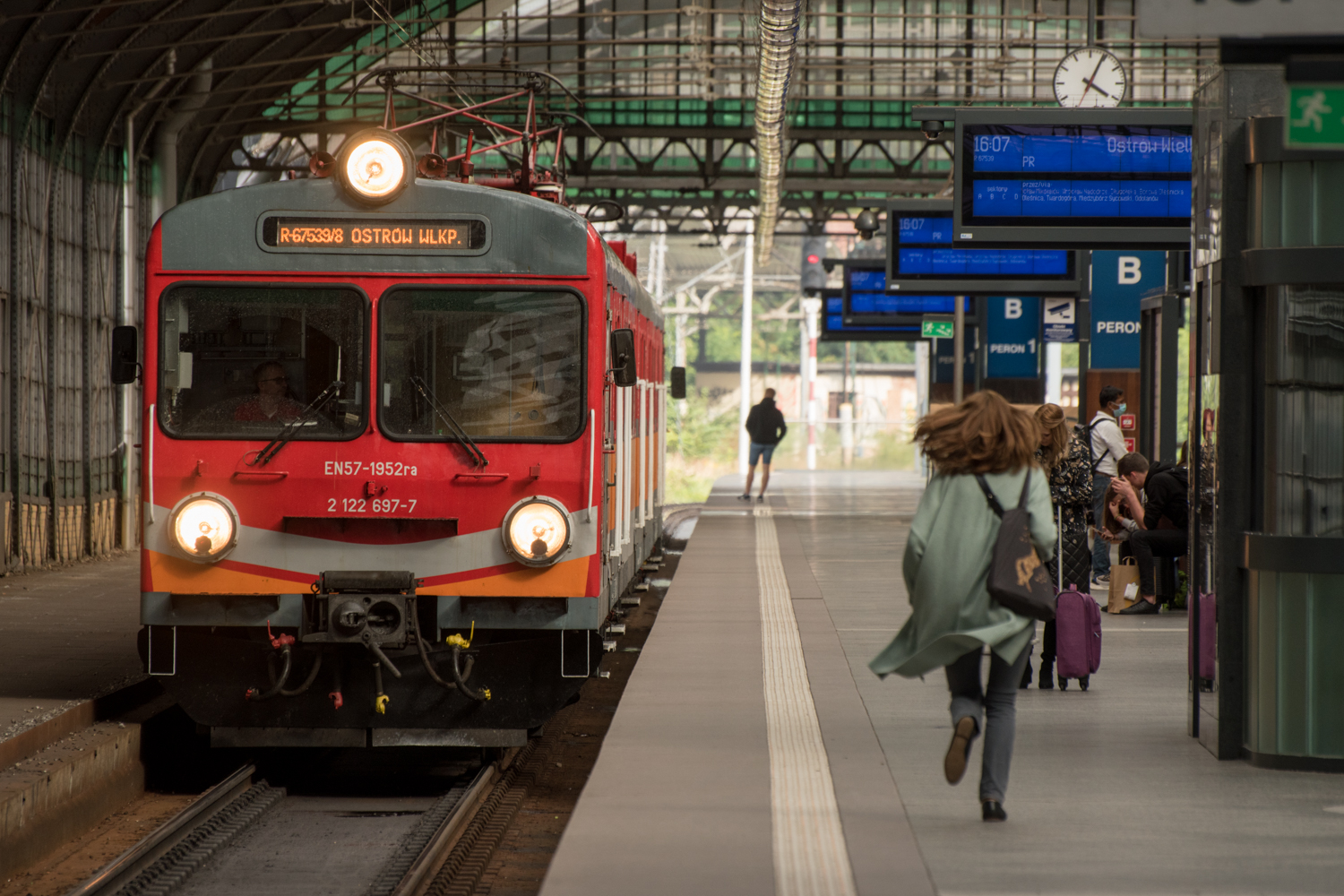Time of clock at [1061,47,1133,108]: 4:04
